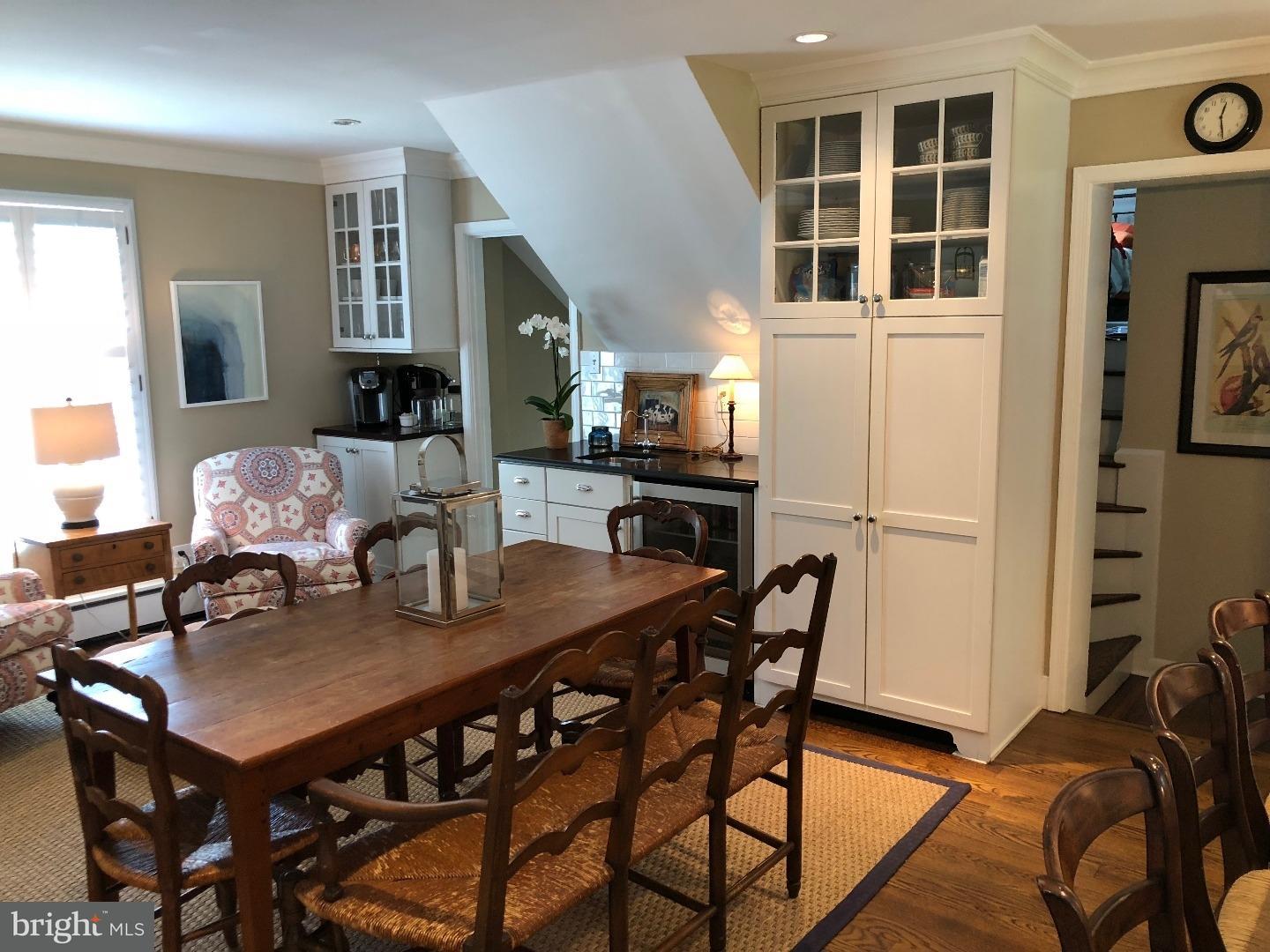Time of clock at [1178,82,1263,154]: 12:28
